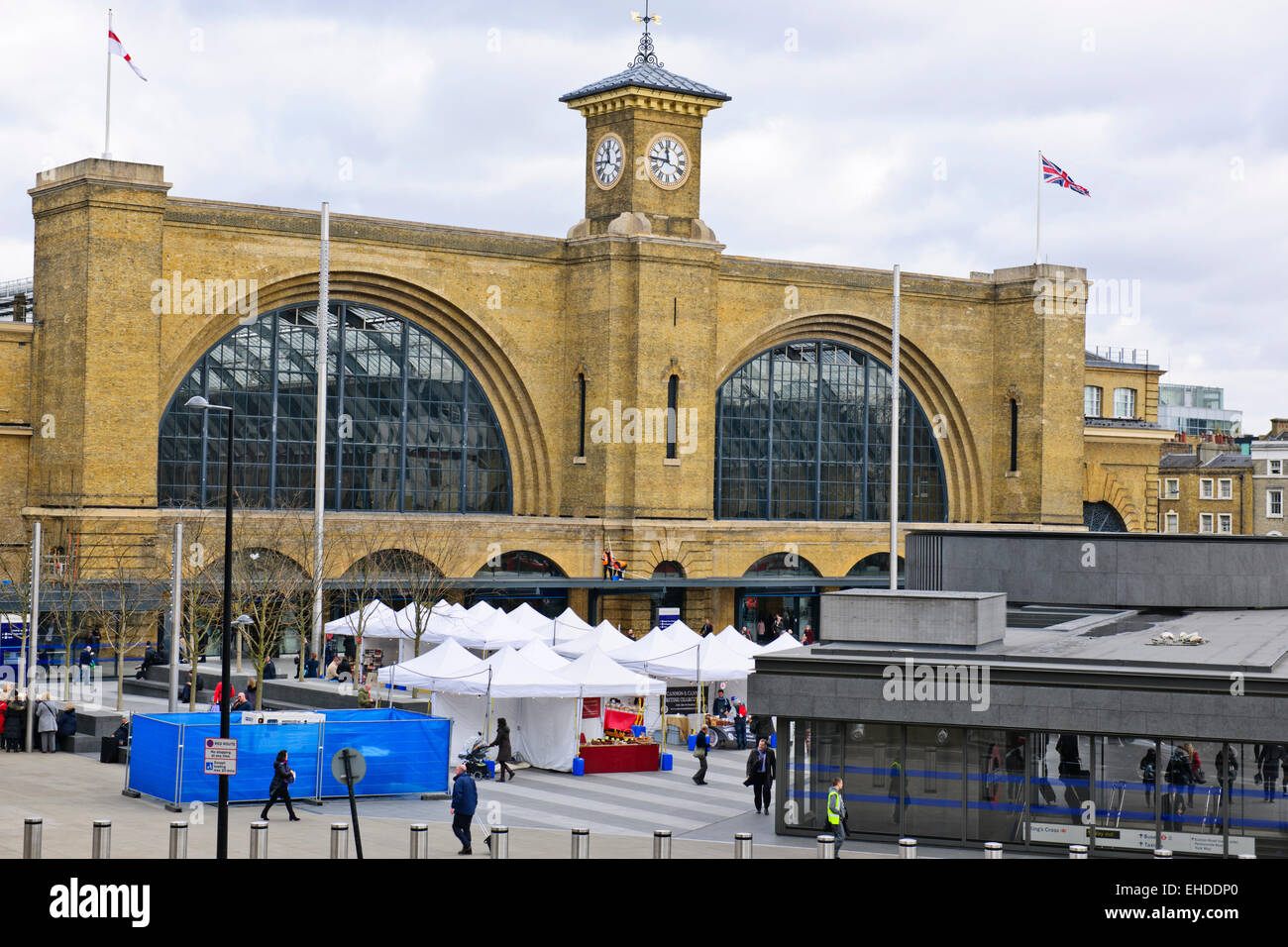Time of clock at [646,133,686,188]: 11:45
